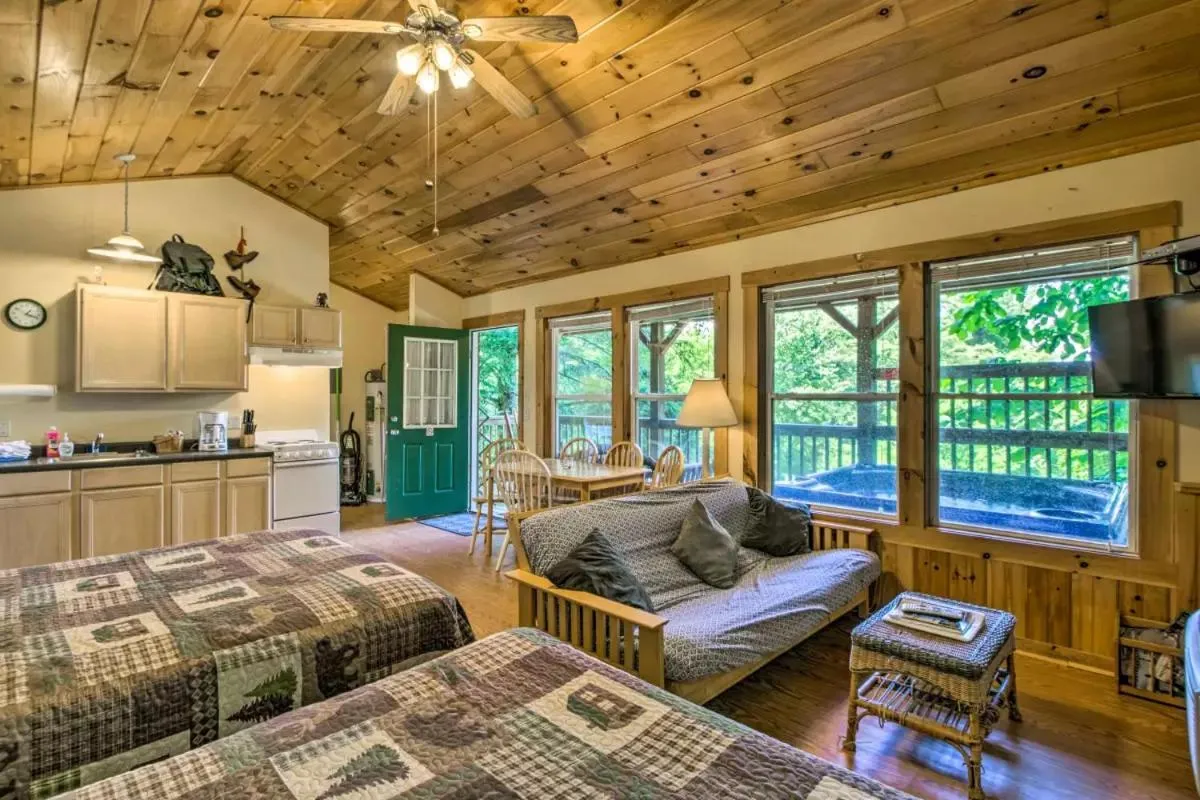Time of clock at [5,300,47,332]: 1:18
